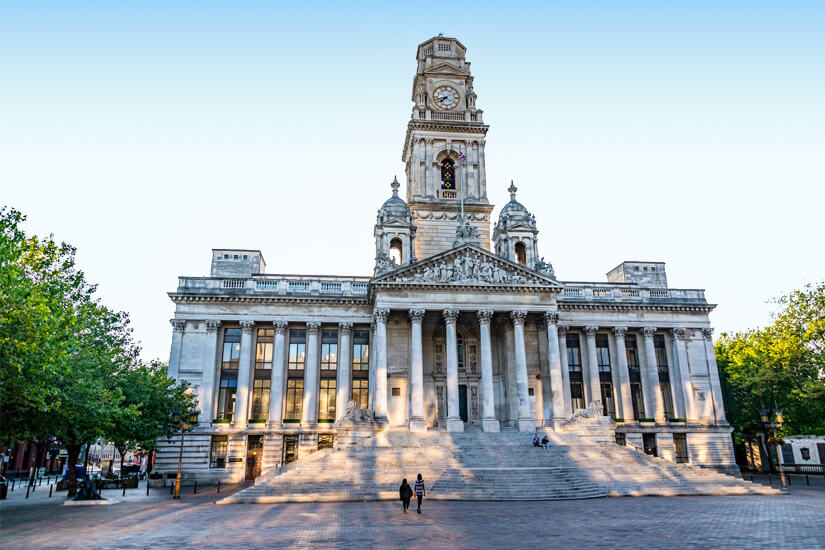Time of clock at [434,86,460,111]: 7:42
